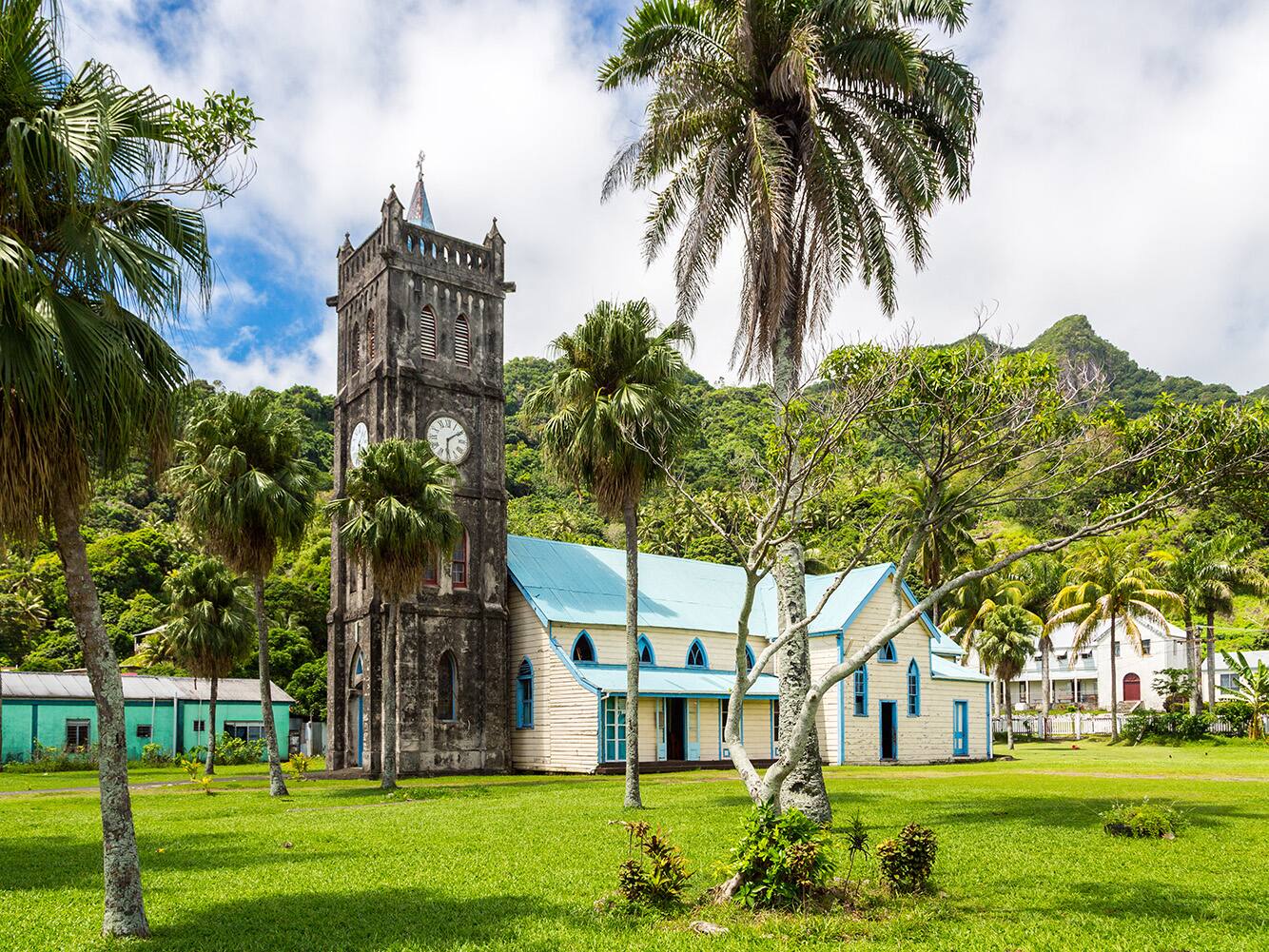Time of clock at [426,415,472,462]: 6:09
